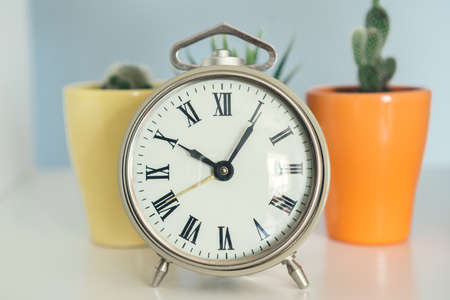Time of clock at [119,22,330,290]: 10:05
